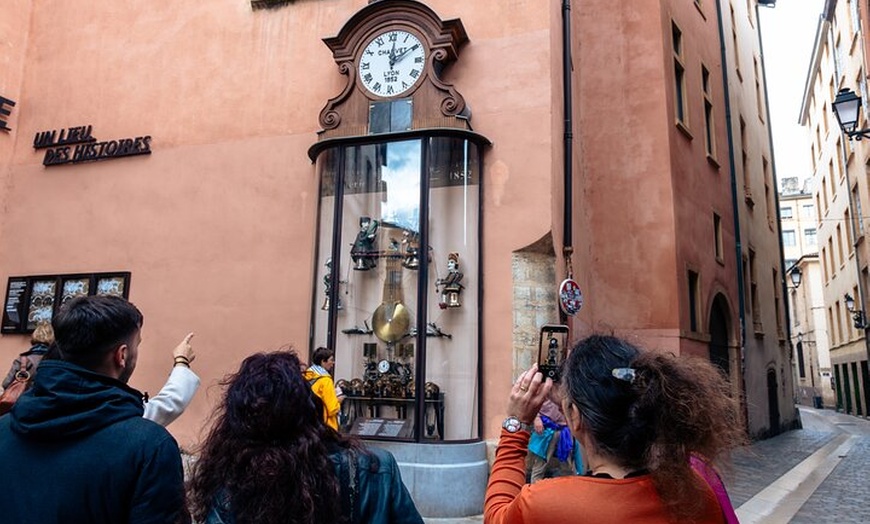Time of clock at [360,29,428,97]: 12:09
